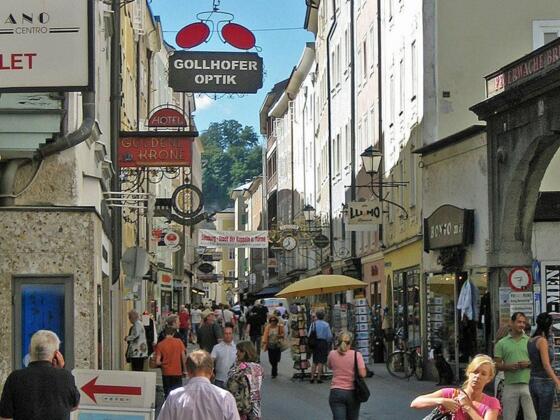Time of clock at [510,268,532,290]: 8:32
